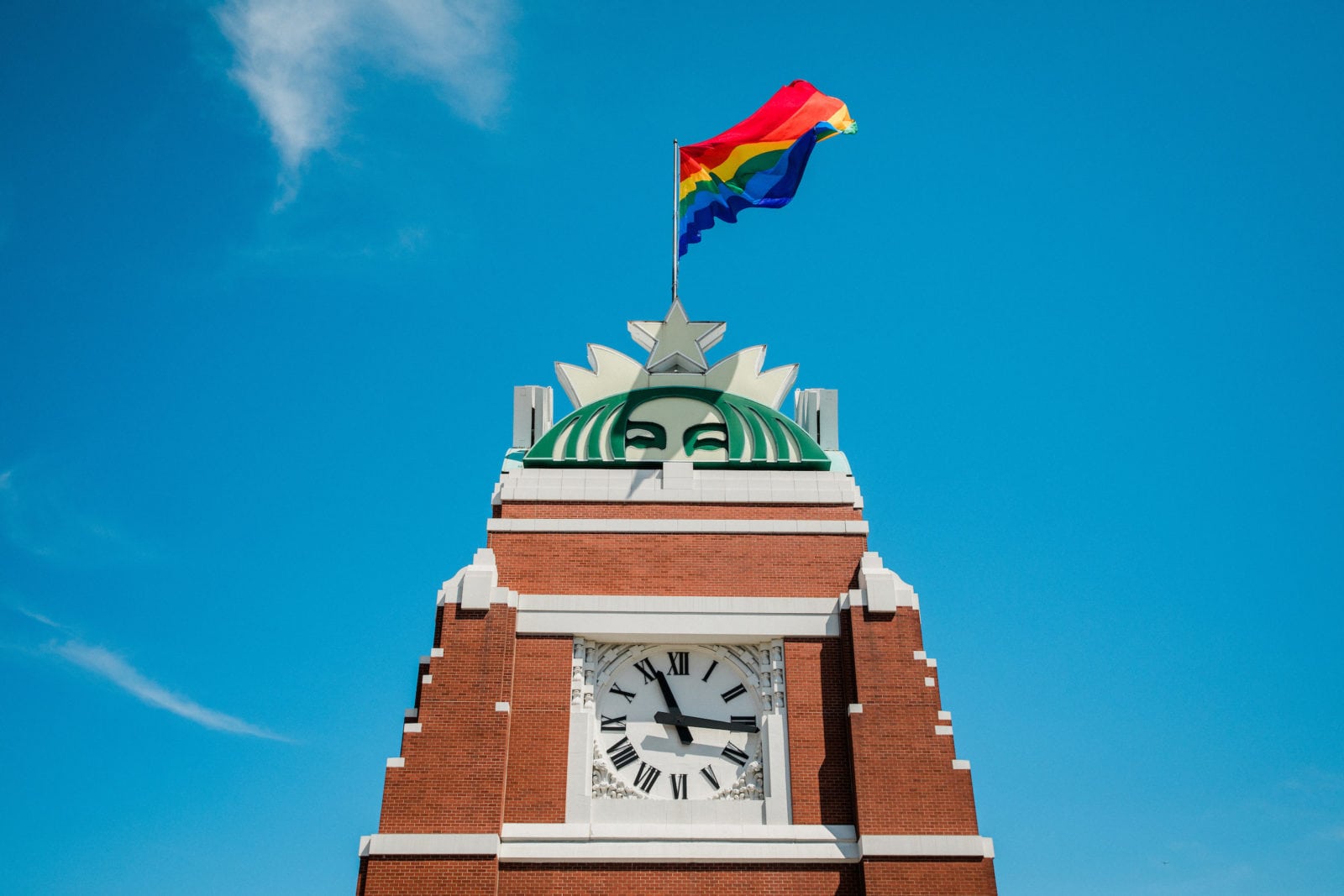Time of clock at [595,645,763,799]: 11:15
